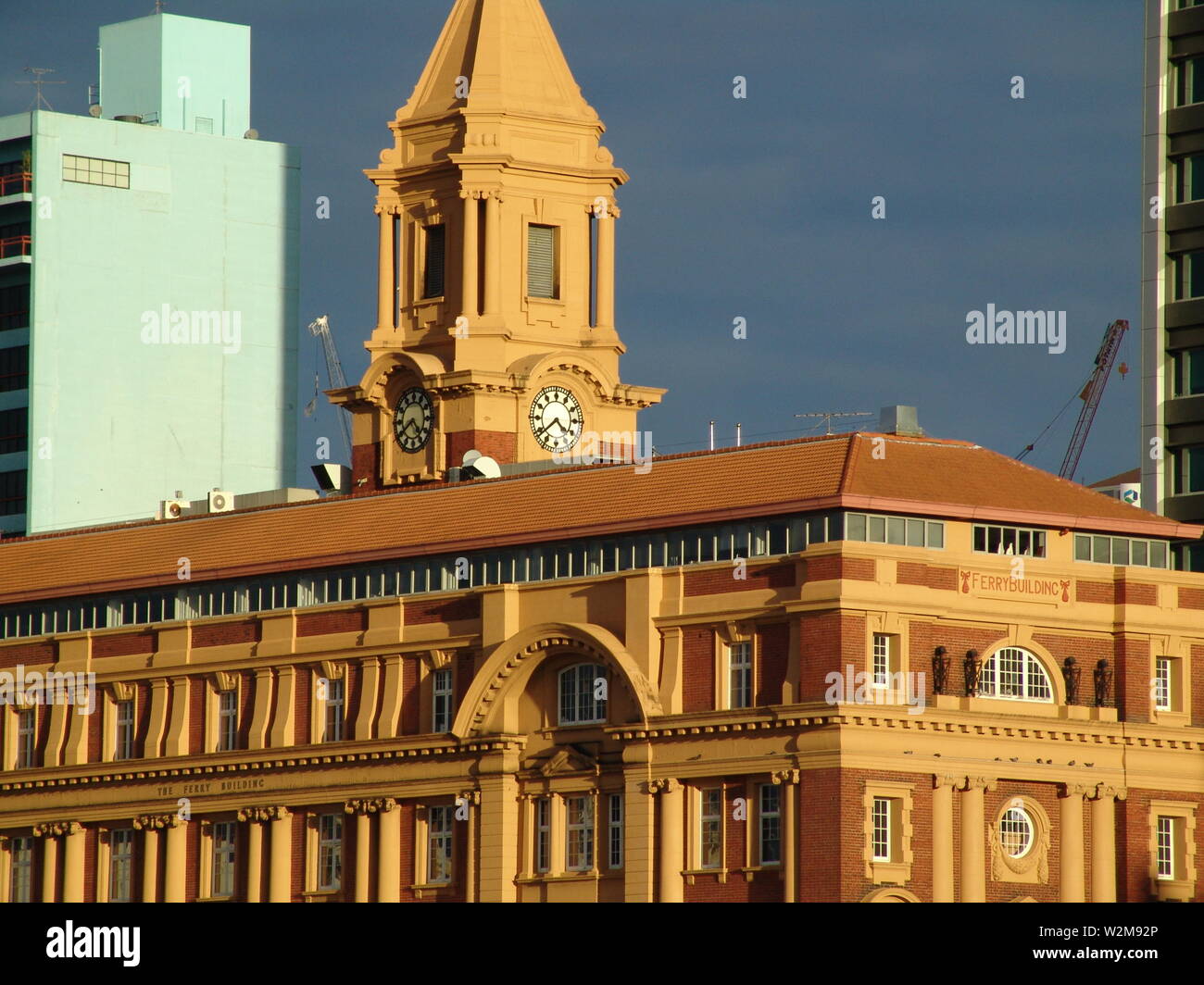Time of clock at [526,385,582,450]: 4:38
